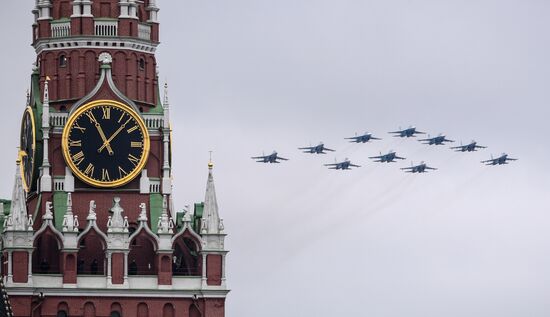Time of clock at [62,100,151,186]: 11:07
